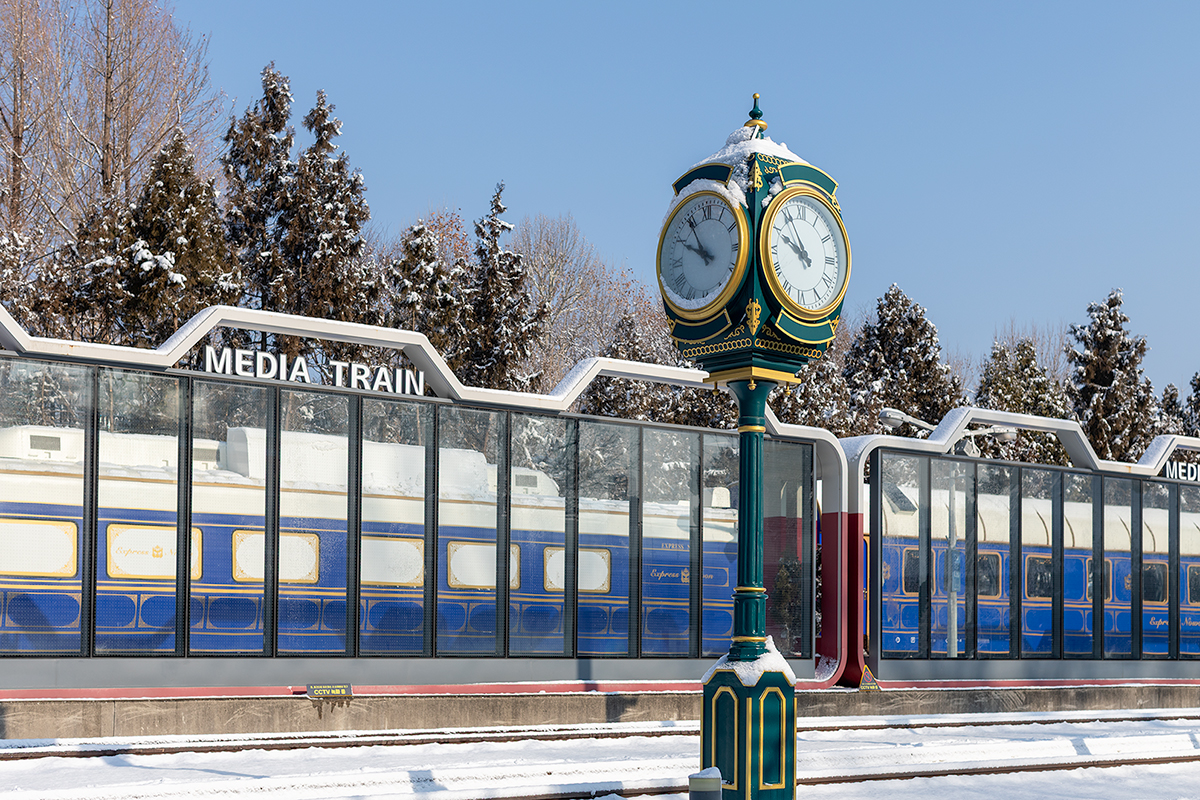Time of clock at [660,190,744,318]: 9:54
